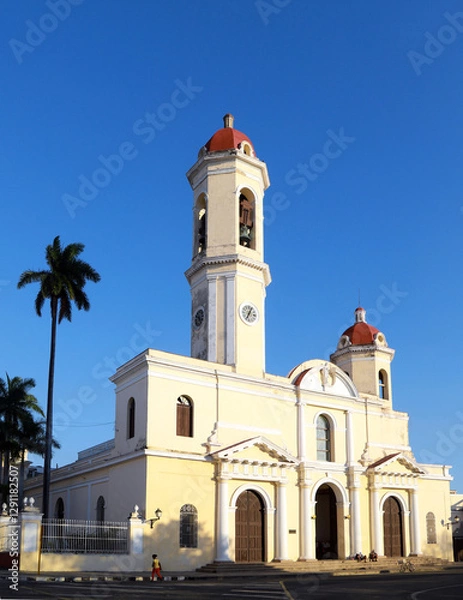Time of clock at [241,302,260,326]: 7:04
